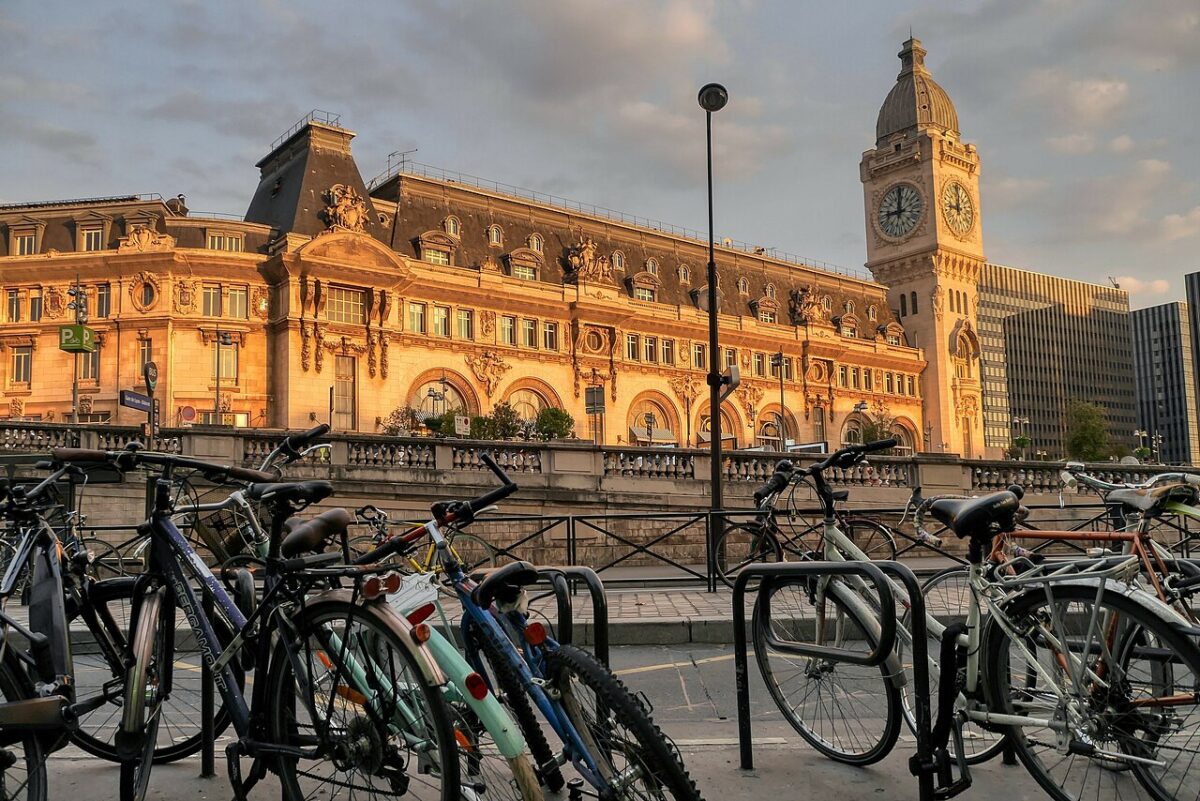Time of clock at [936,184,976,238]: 9:01
